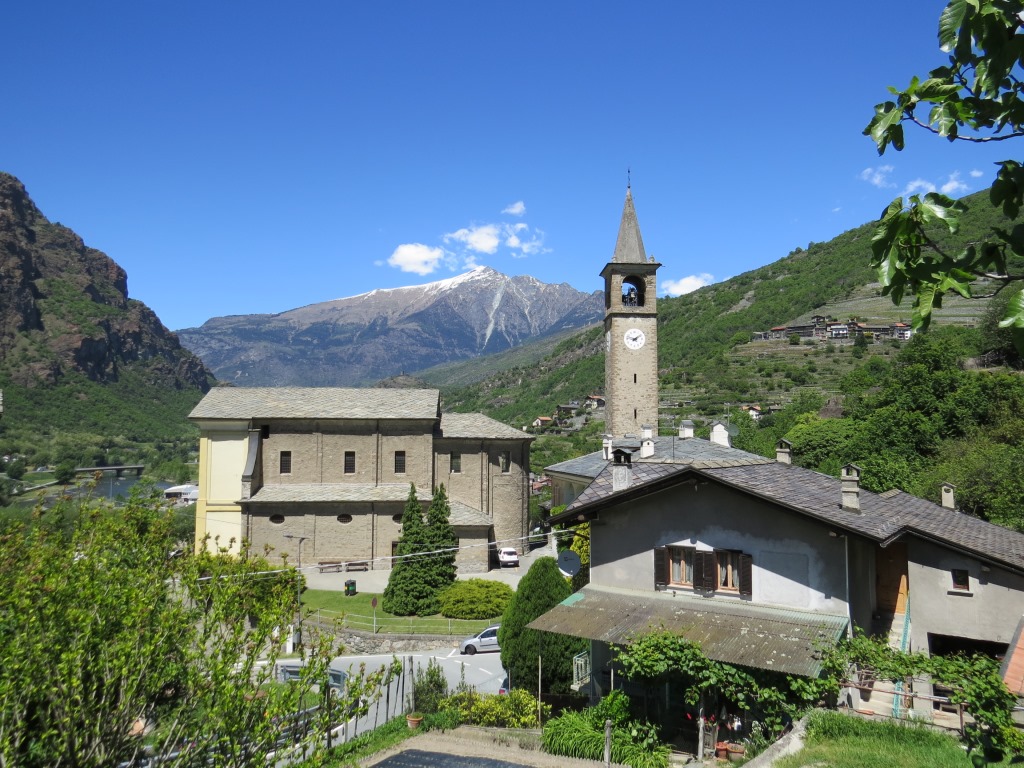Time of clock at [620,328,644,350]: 1:47
